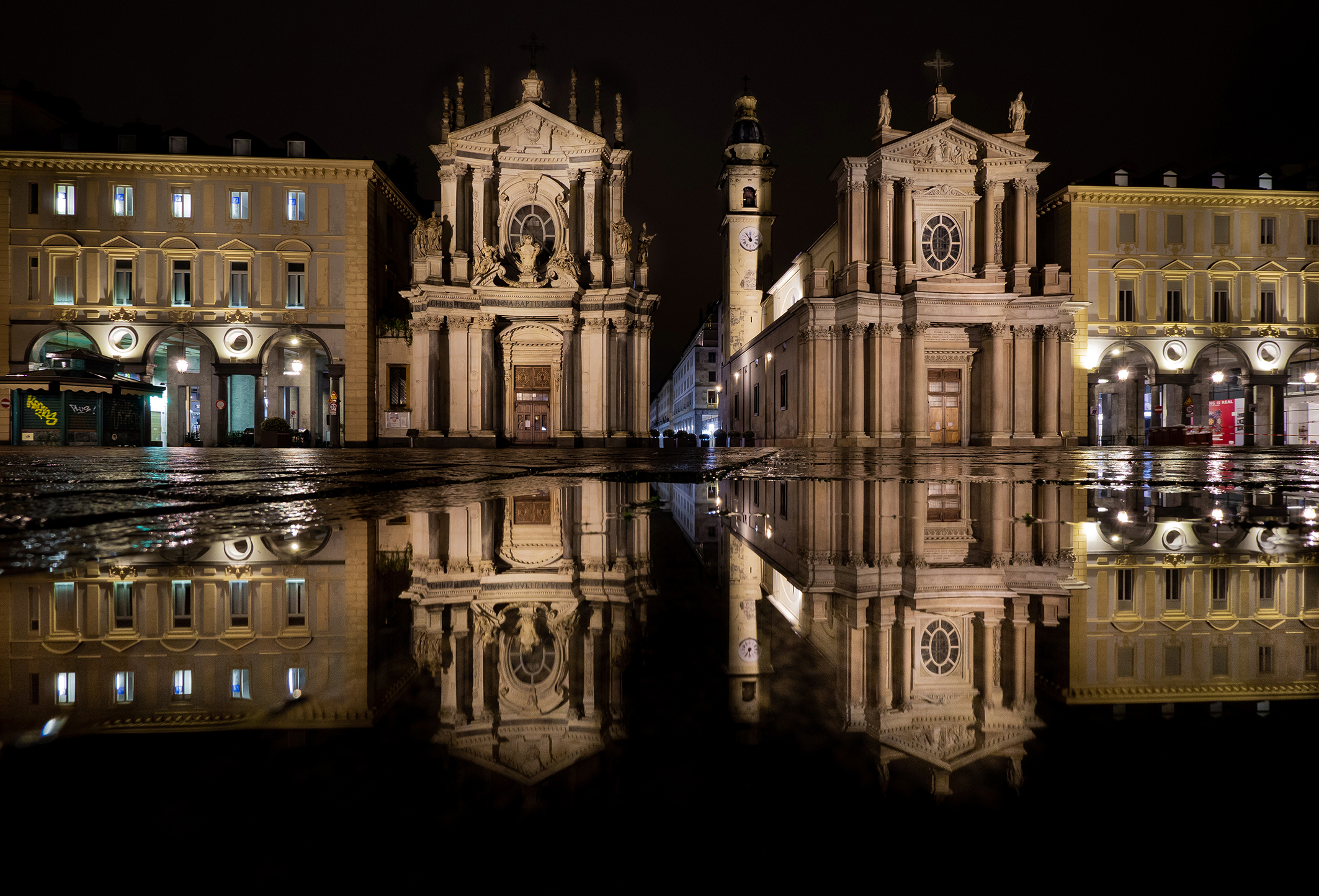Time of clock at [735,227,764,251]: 11:53
